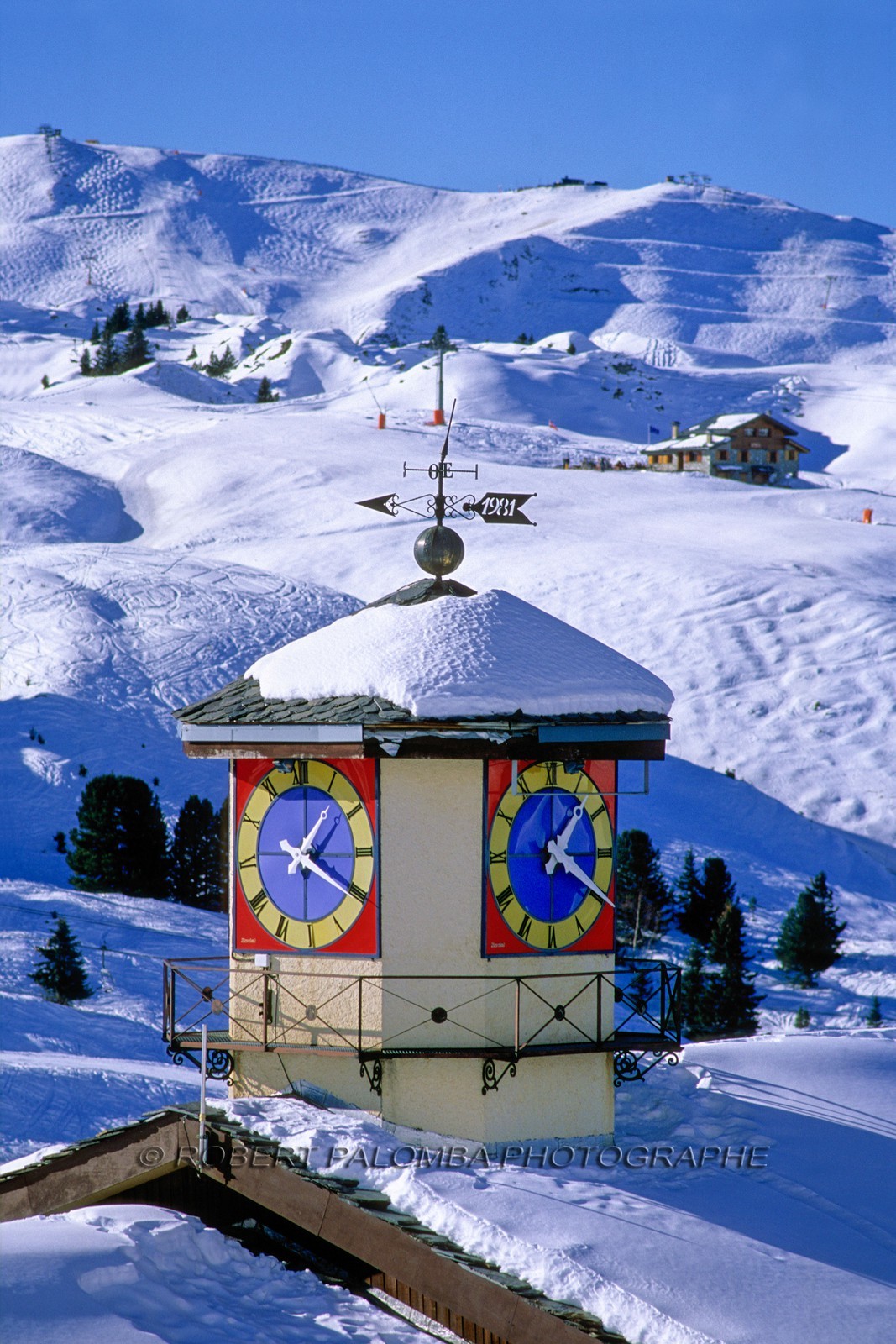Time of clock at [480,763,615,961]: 1:20
